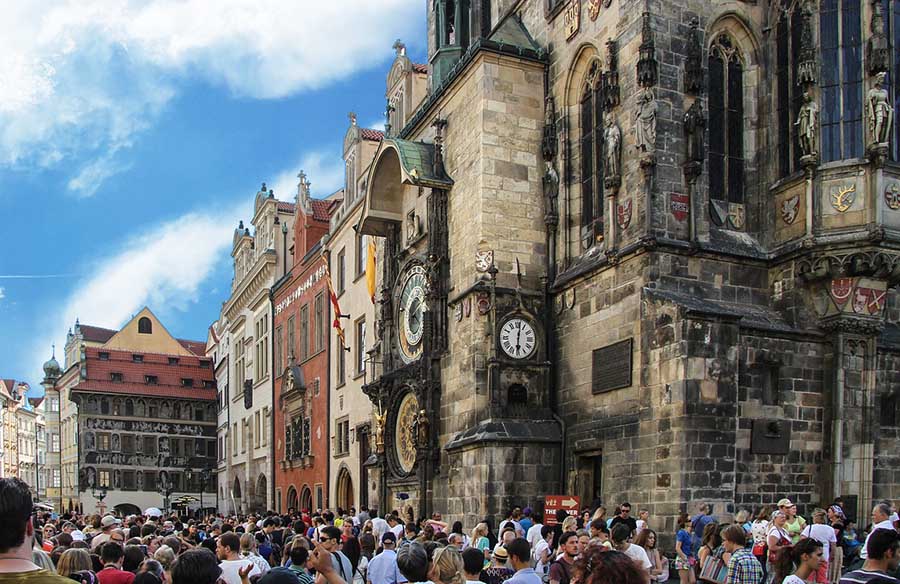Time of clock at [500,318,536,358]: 6:01
